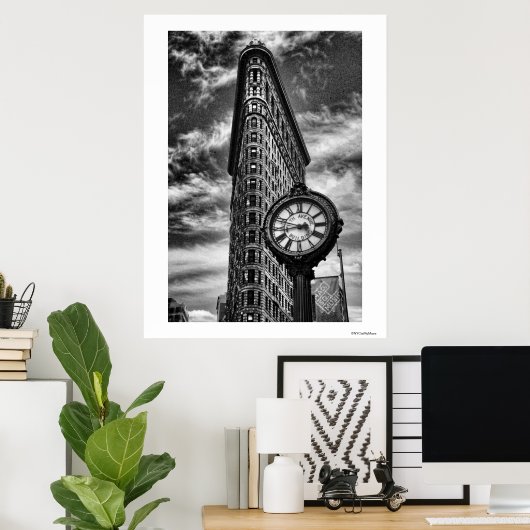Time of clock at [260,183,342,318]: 3:43
